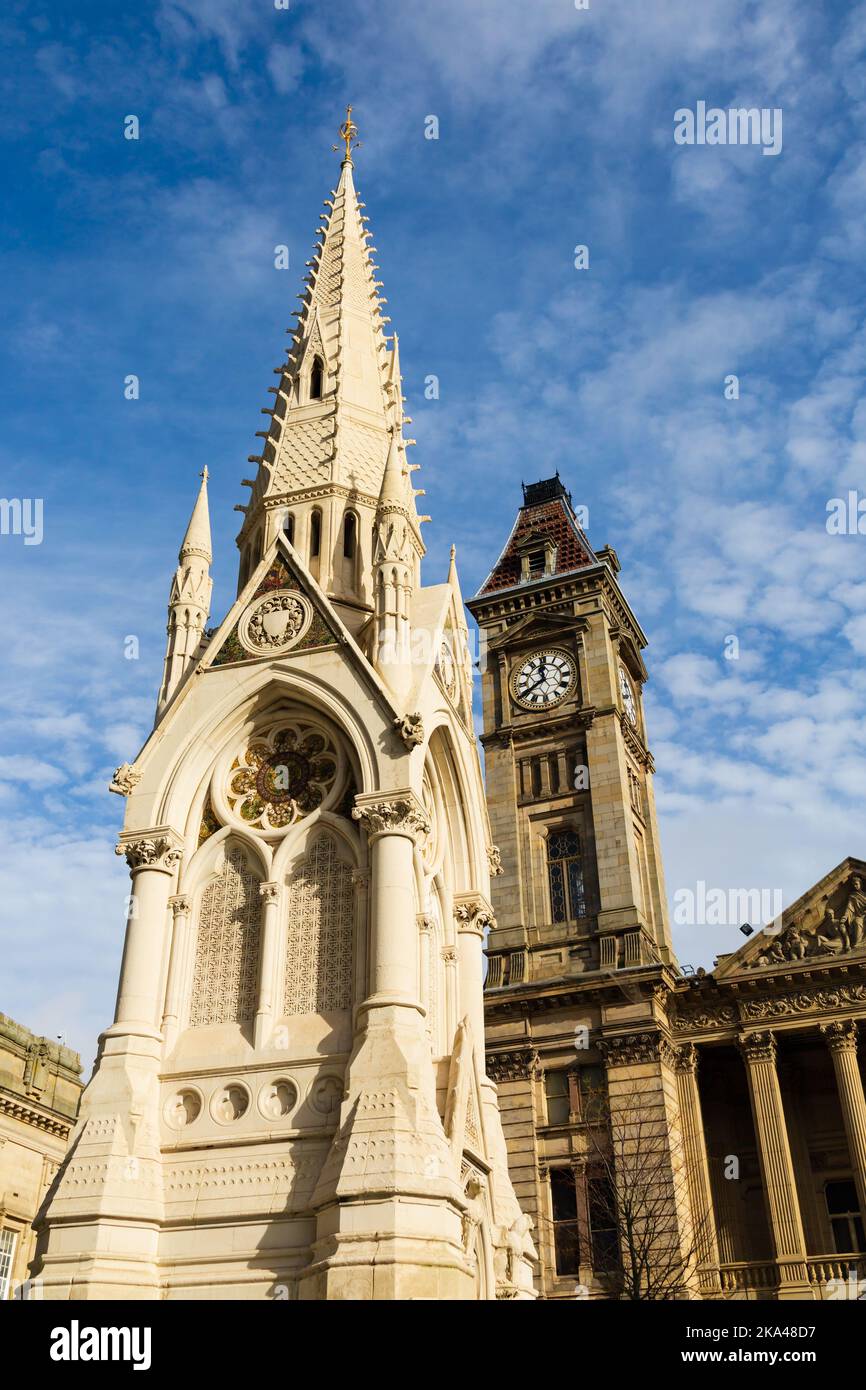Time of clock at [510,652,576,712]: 11:40
